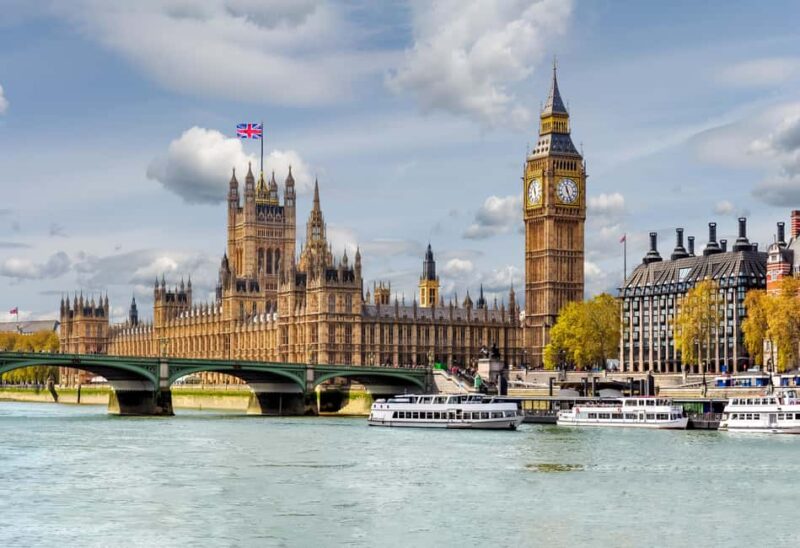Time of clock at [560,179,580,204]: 11:26
